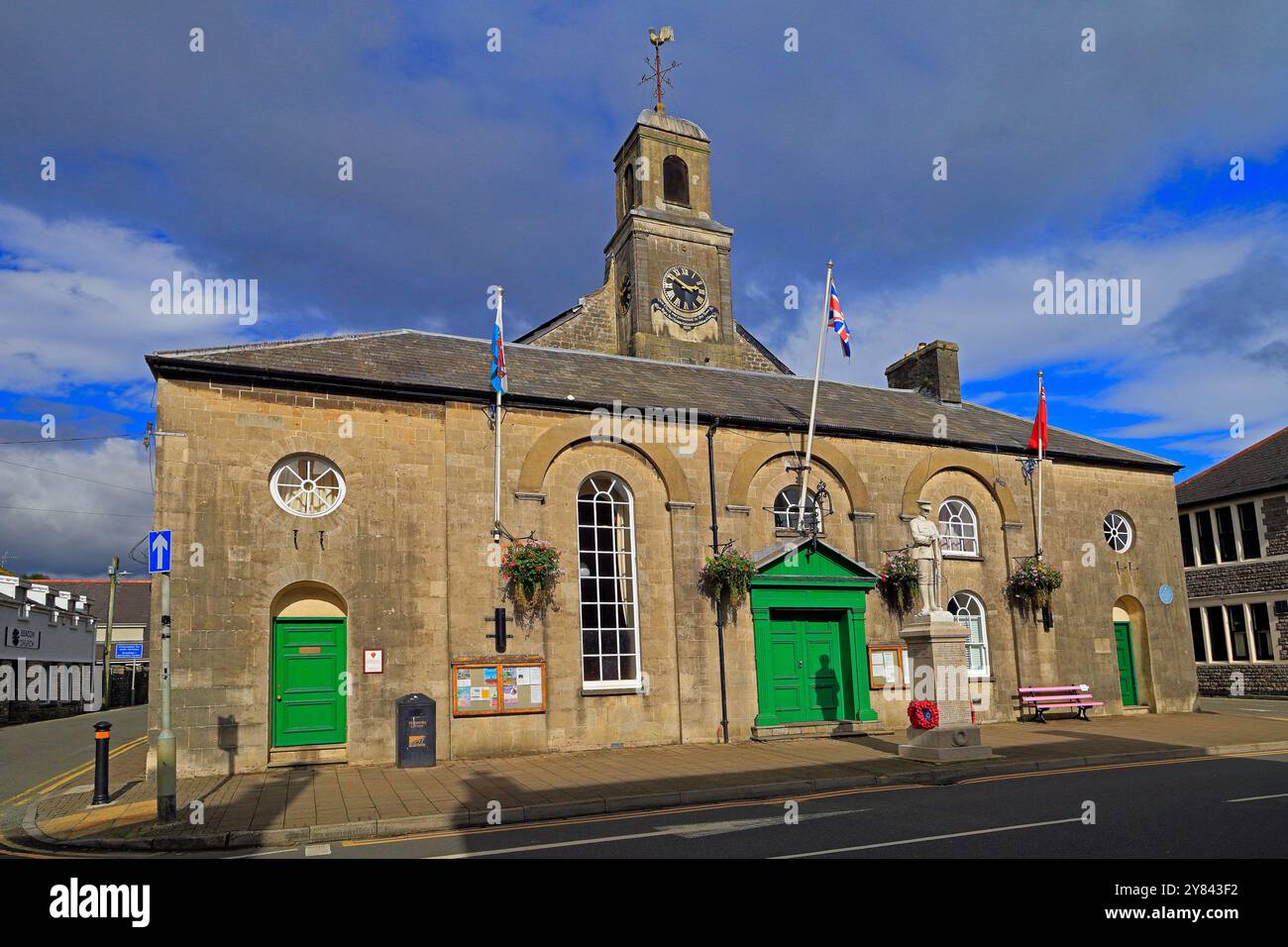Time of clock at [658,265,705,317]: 2:48
